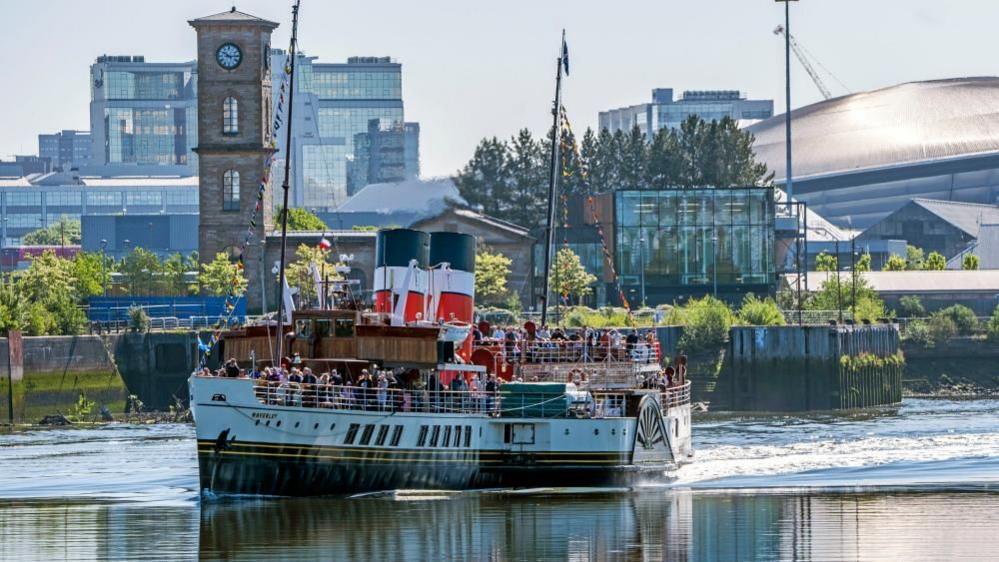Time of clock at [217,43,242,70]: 10:14
